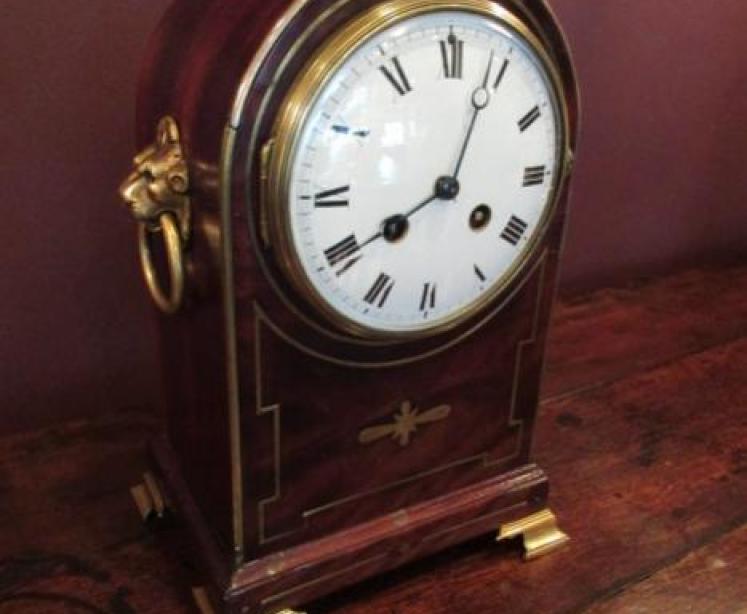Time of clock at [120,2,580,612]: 8:03
